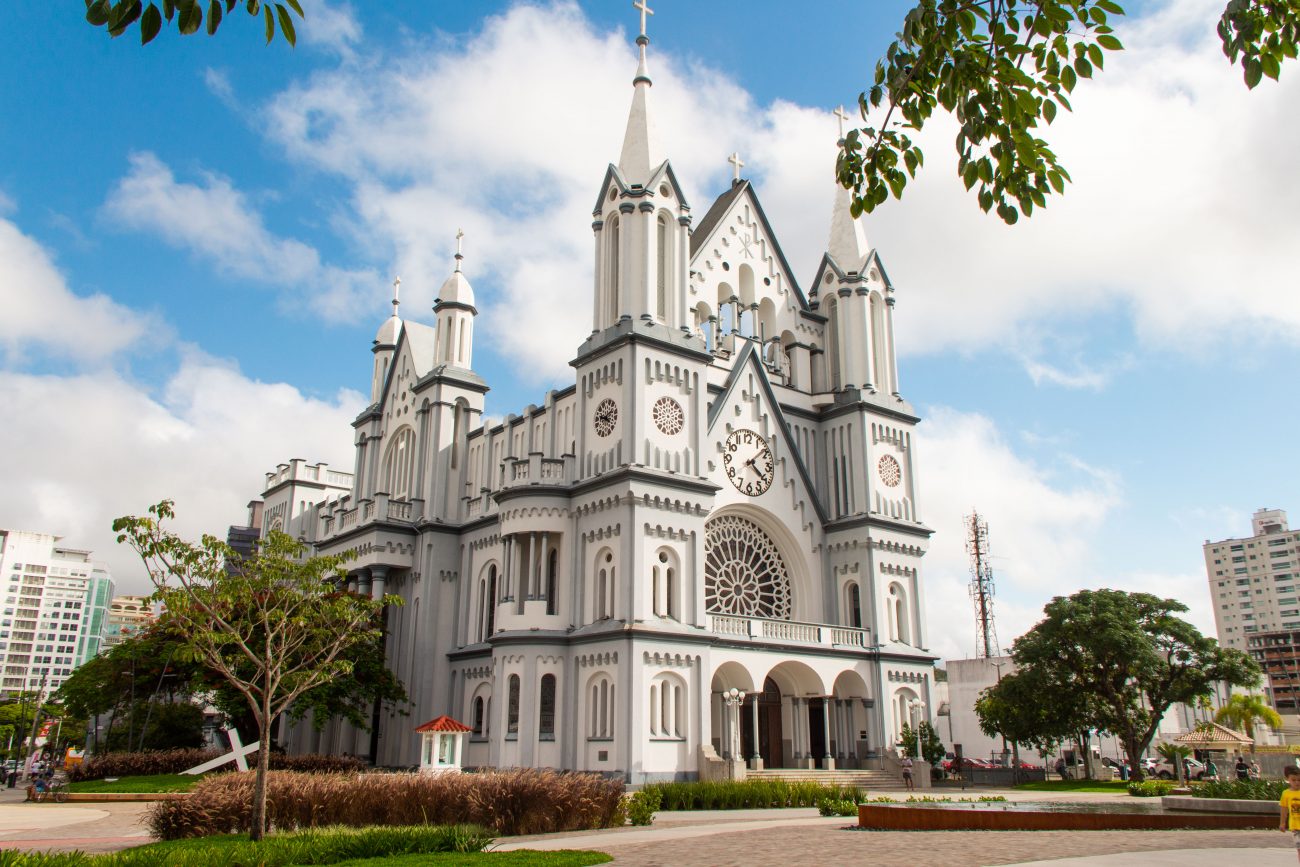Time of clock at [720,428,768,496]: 4:08
